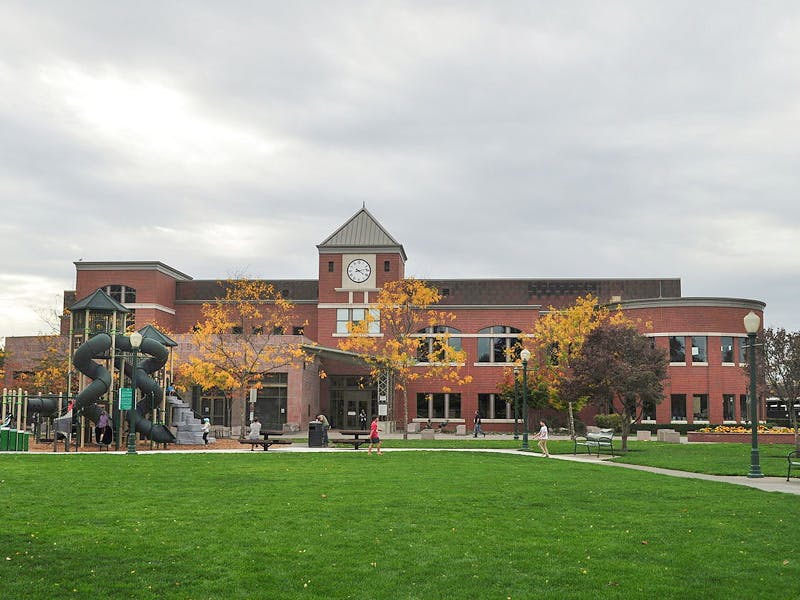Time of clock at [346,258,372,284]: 4:13
